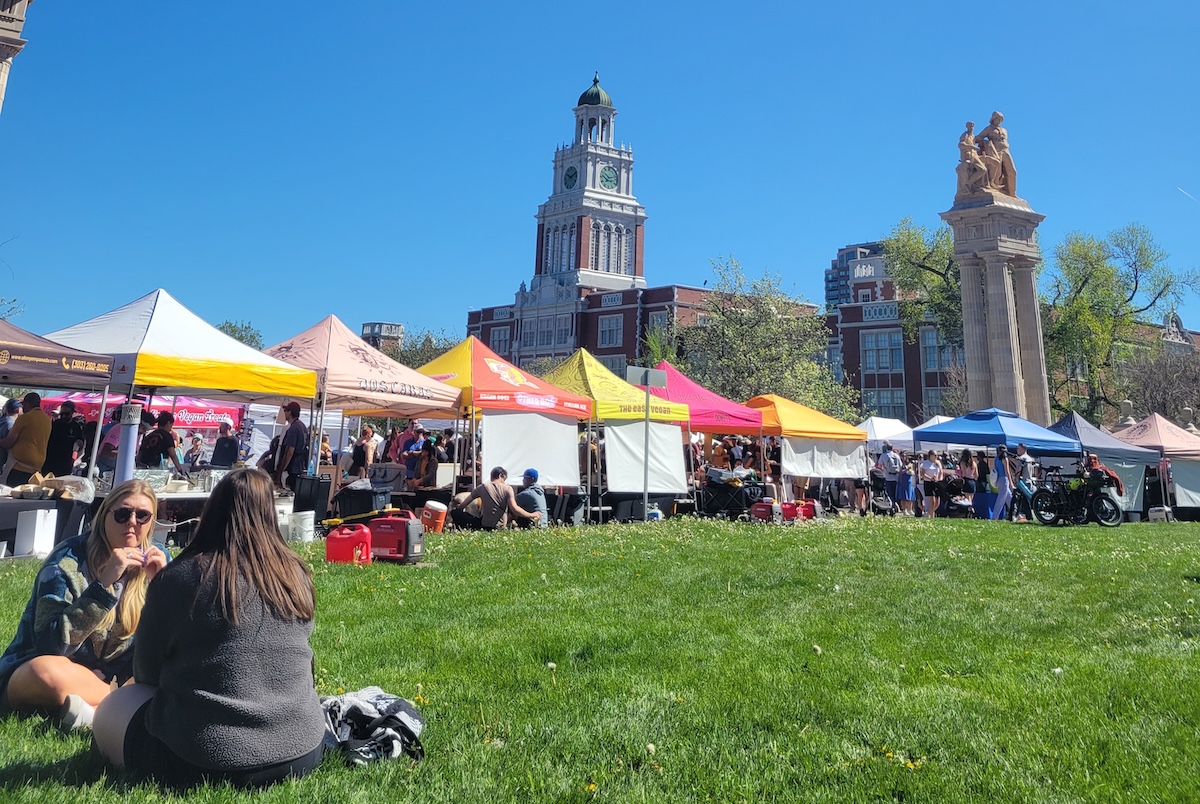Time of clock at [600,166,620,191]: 10:12
